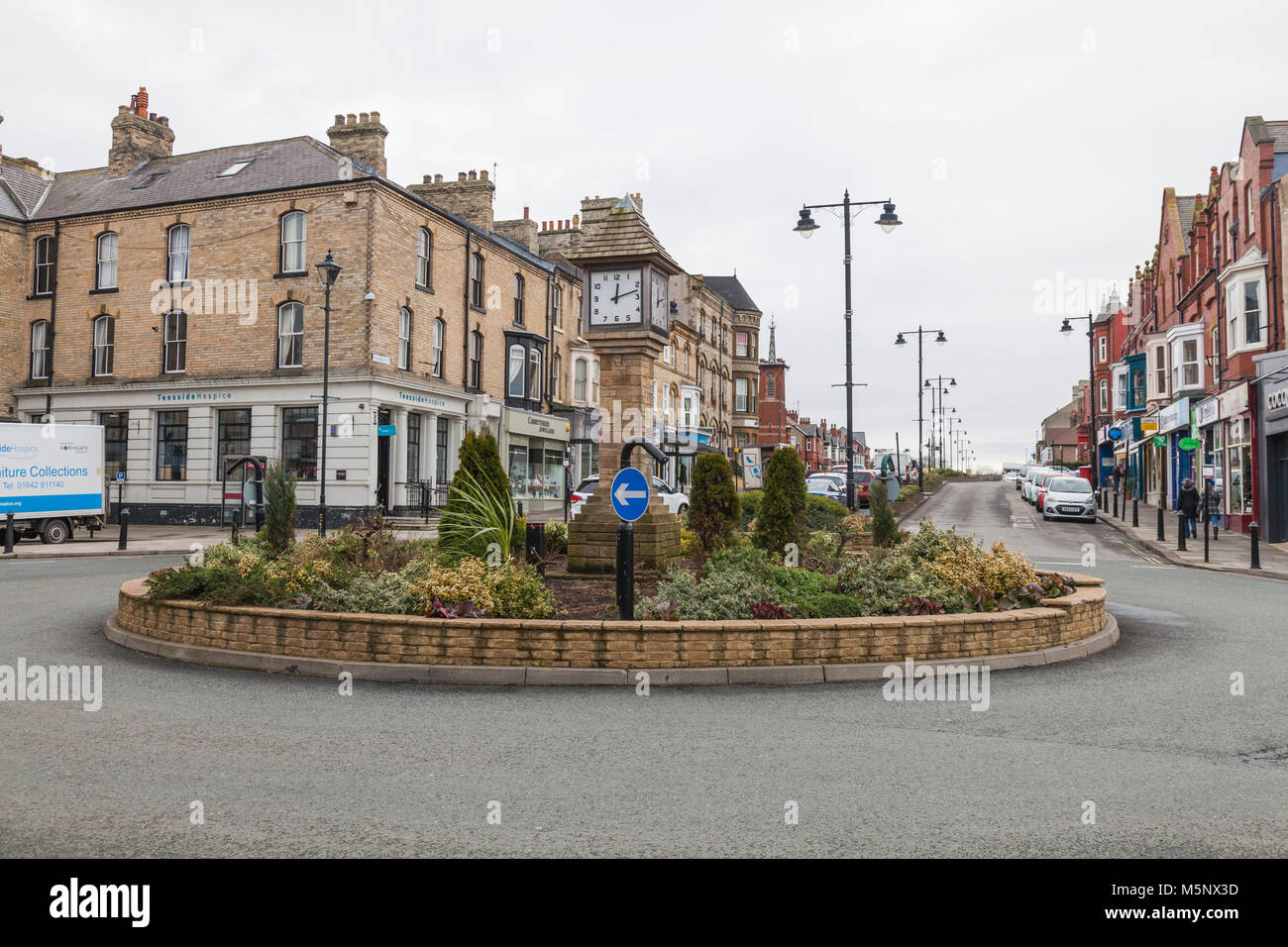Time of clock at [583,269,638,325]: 12:12
